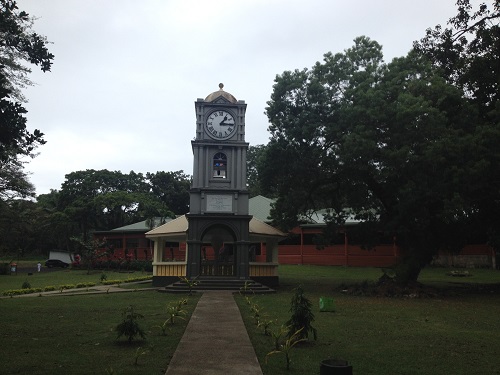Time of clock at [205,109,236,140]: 1:15
